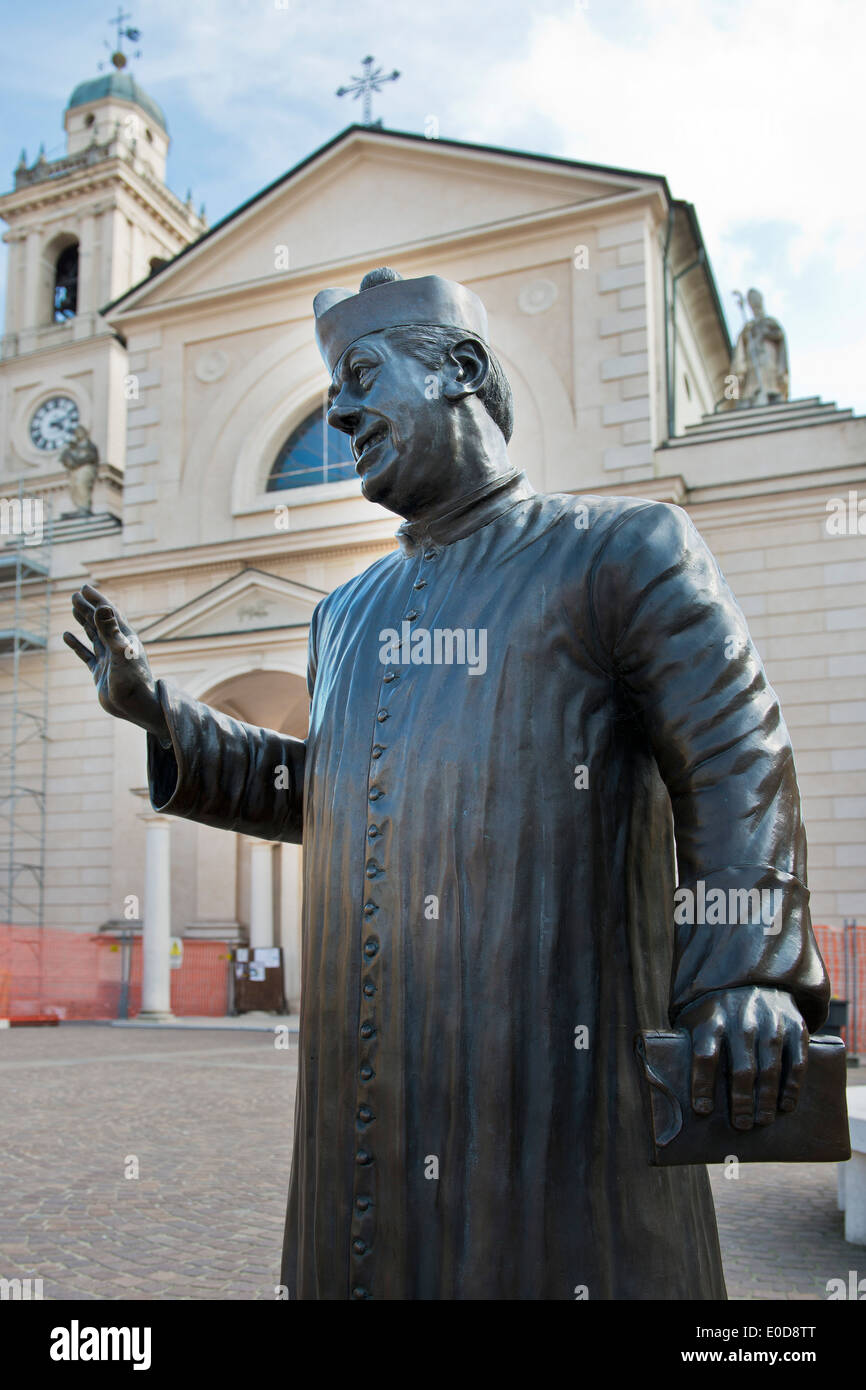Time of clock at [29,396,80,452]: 4:12
